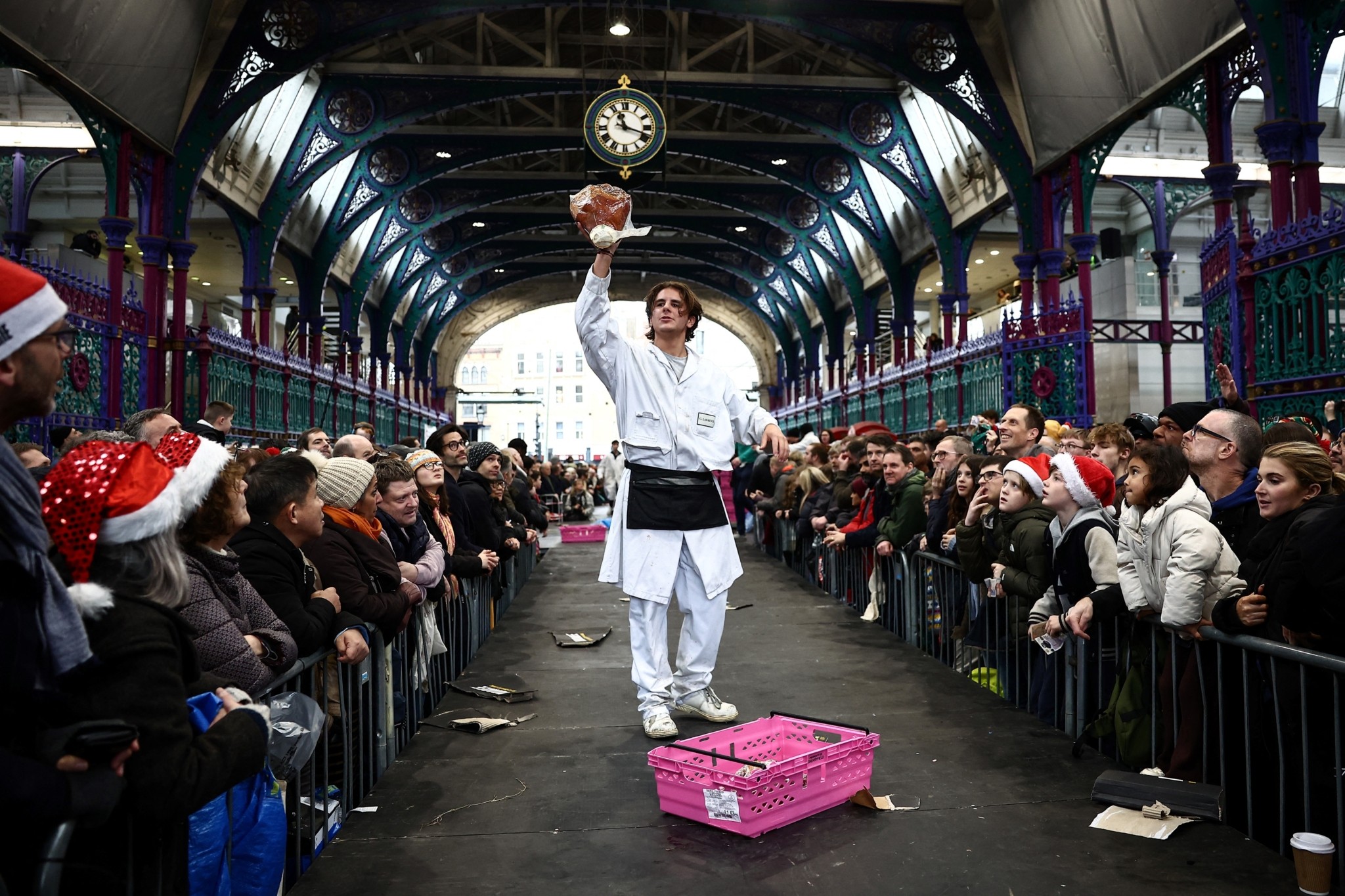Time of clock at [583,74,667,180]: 11:17
